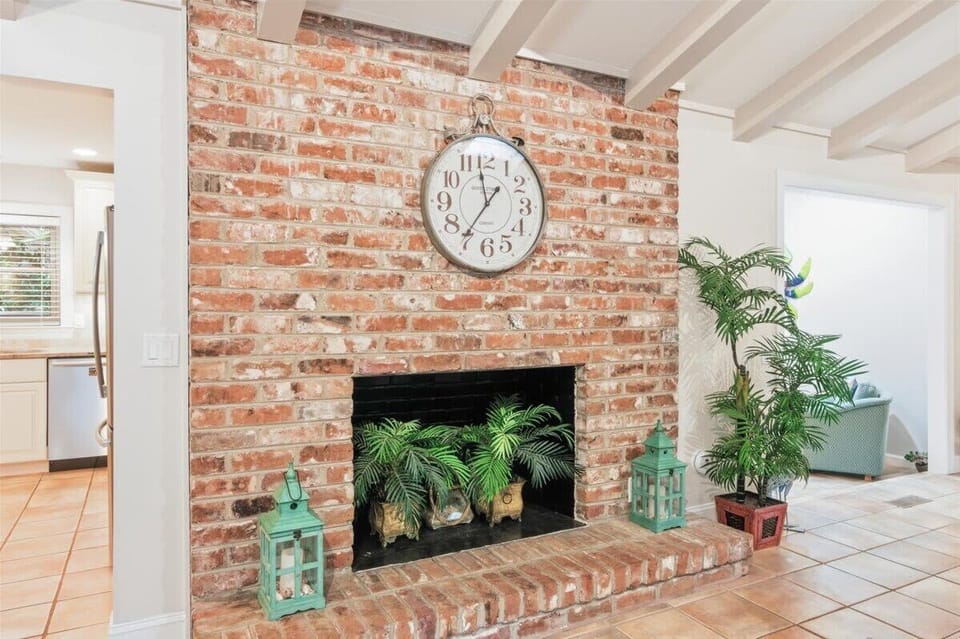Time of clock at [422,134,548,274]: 11:36
